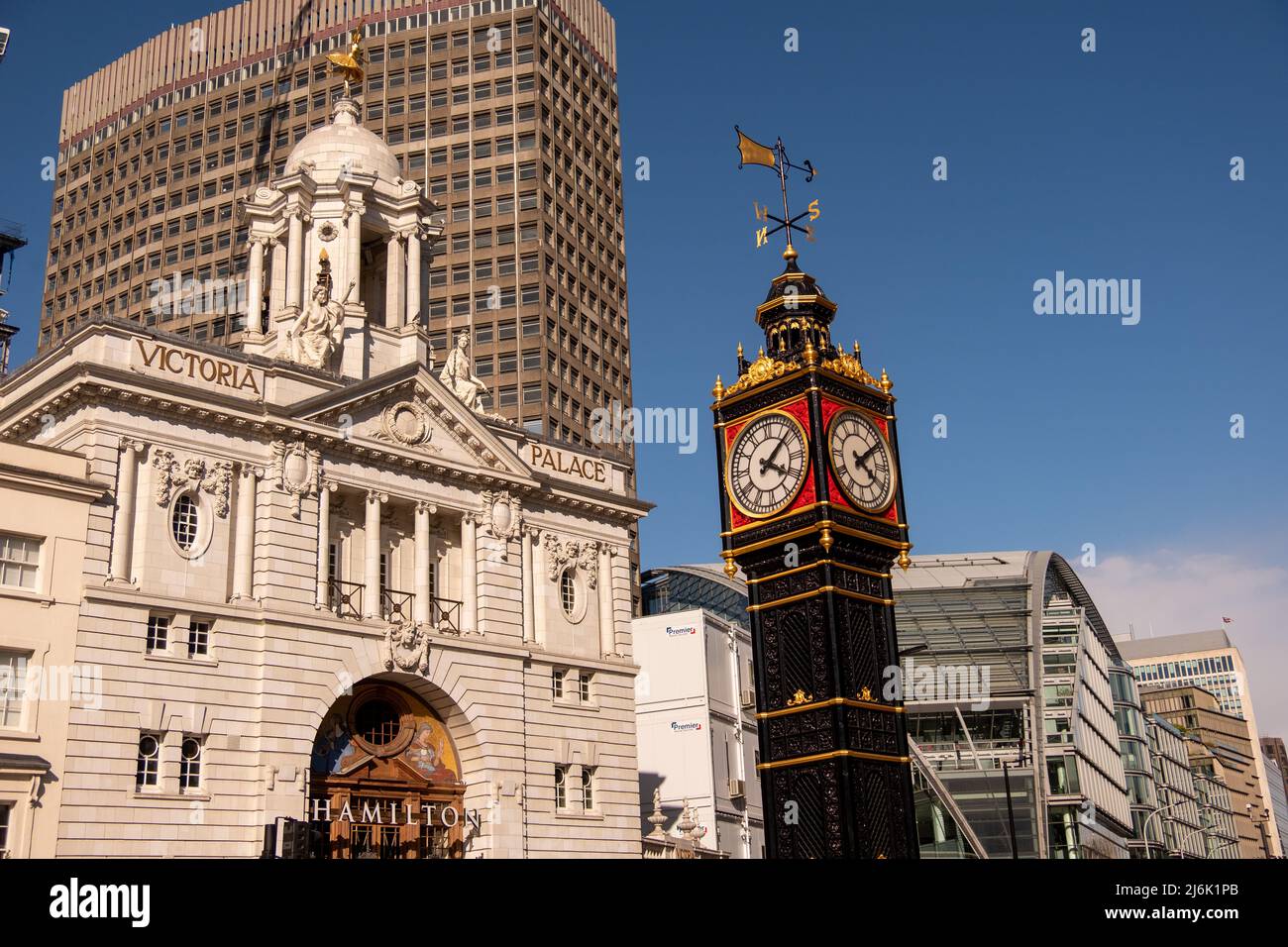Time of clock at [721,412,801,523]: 4:08
